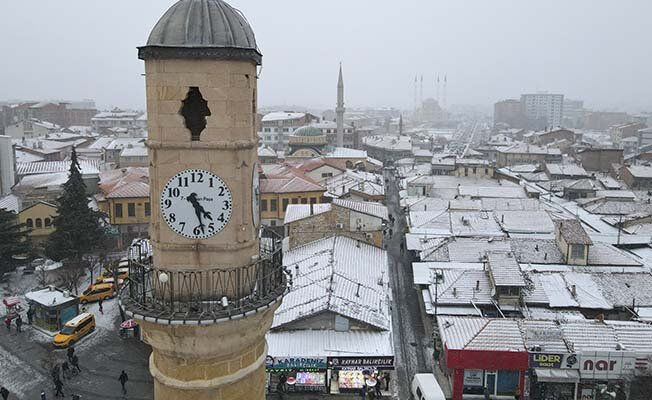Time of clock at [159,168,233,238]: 4:27
